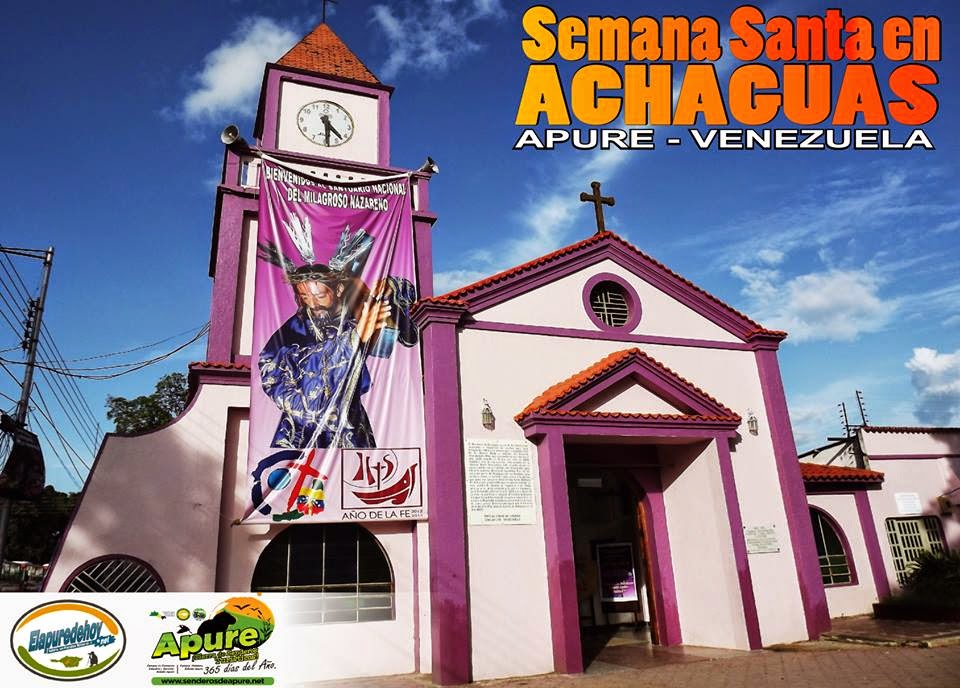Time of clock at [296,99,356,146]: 4:29
